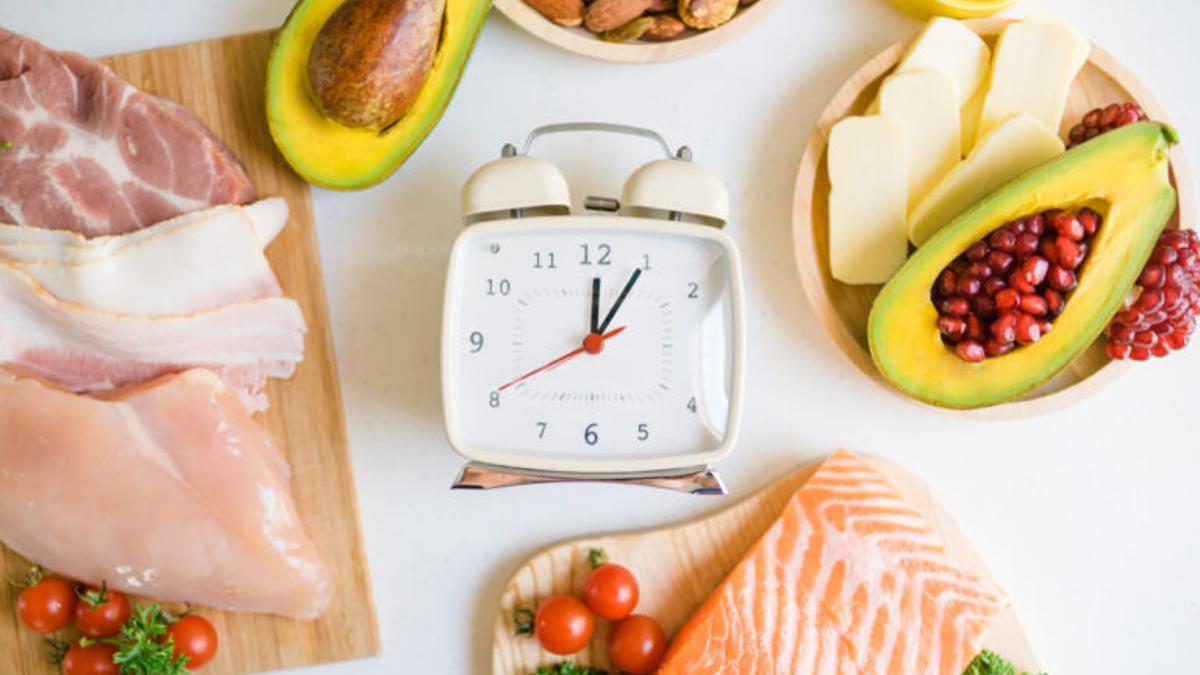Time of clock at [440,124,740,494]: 12:05
